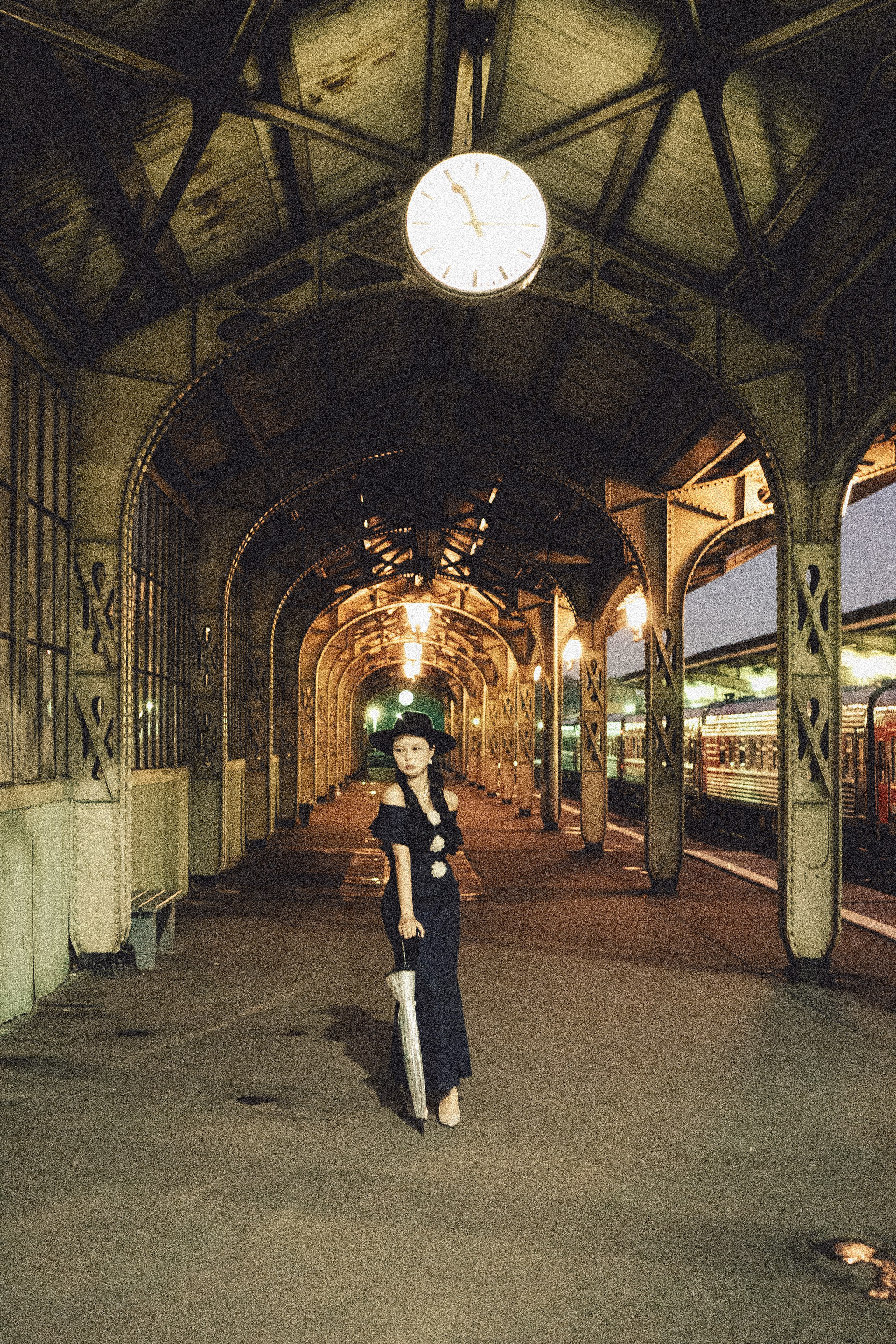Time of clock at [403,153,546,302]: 2:55
